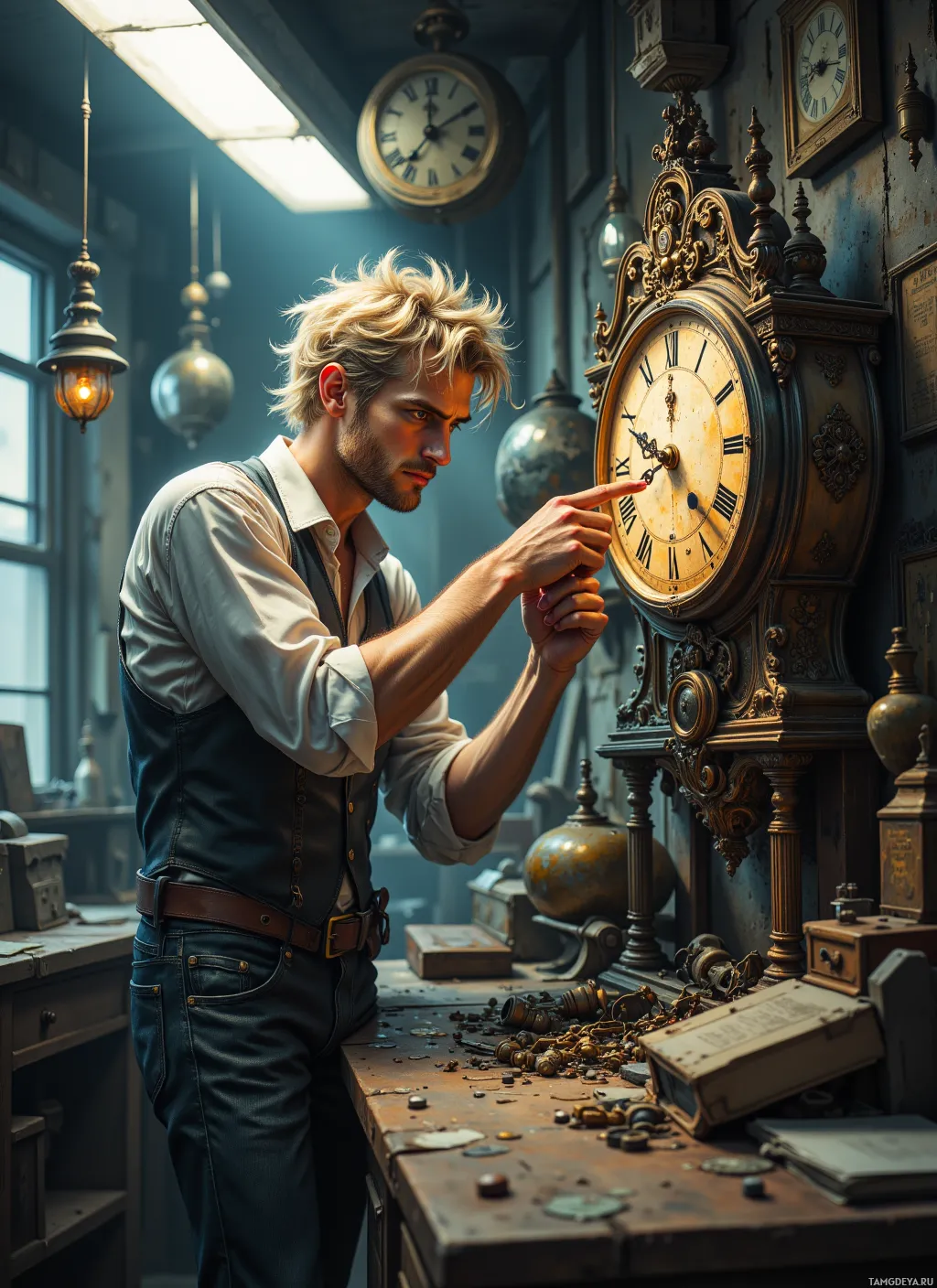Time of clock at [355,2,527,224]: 12:09
